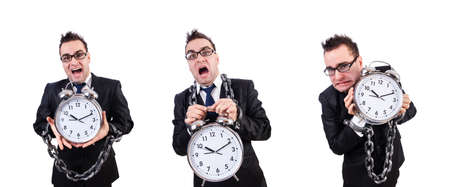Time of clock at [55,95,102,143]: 10:11
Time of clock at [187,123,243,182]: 10:11
